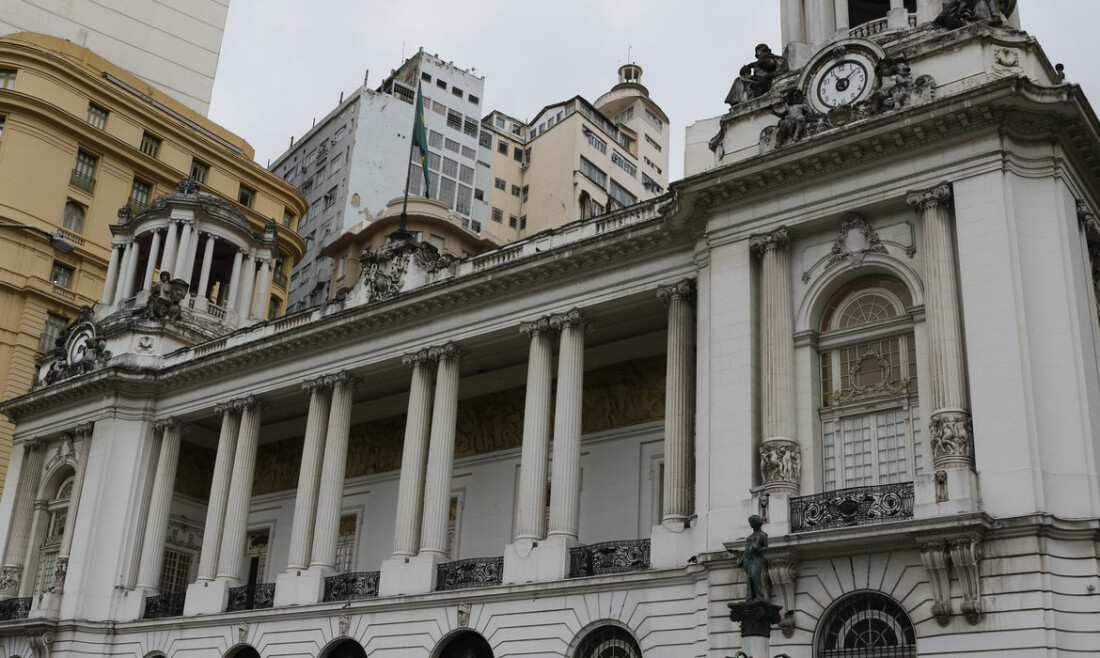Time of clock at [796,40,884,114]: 11:08
